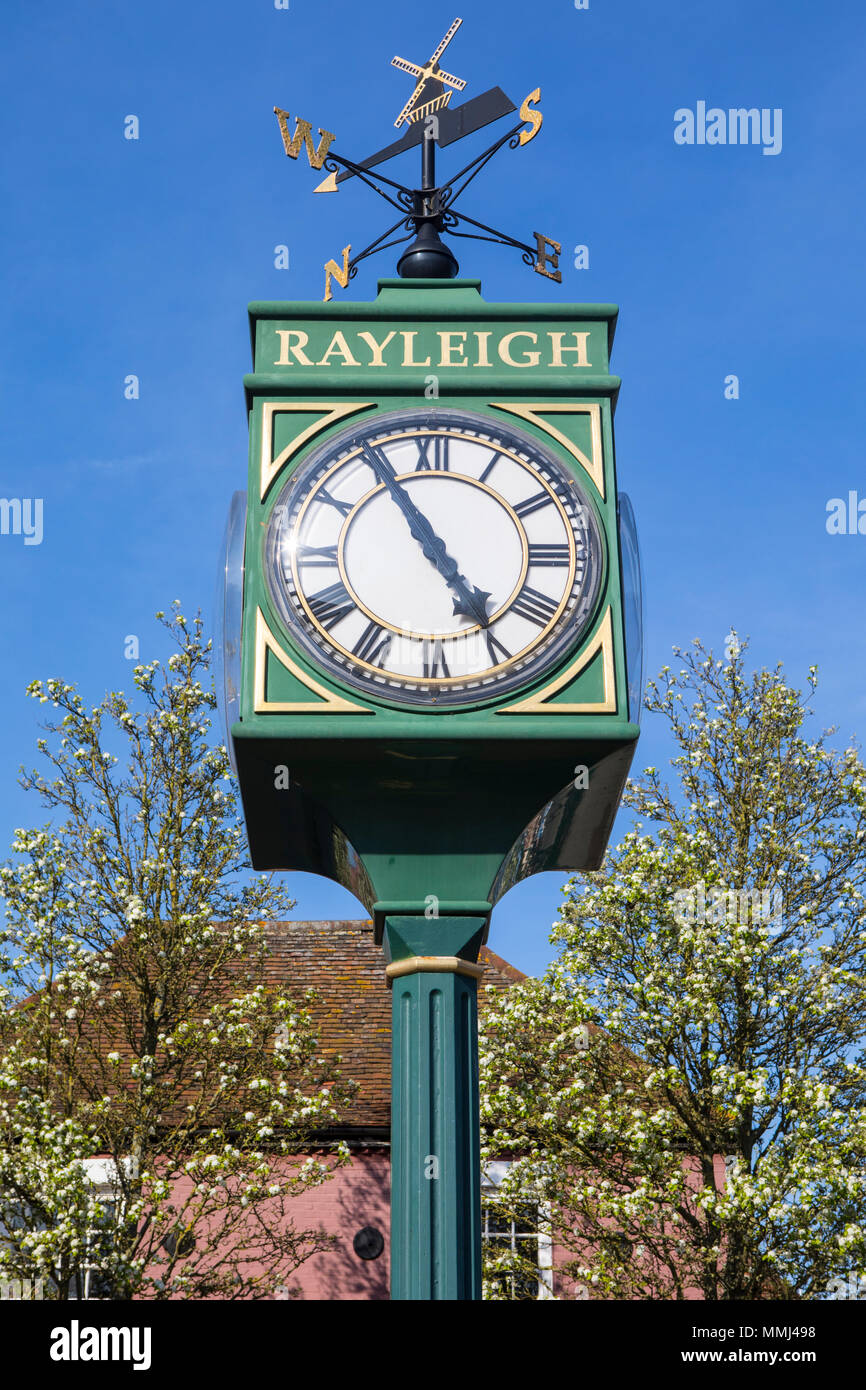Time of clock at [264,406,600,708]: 4:54
